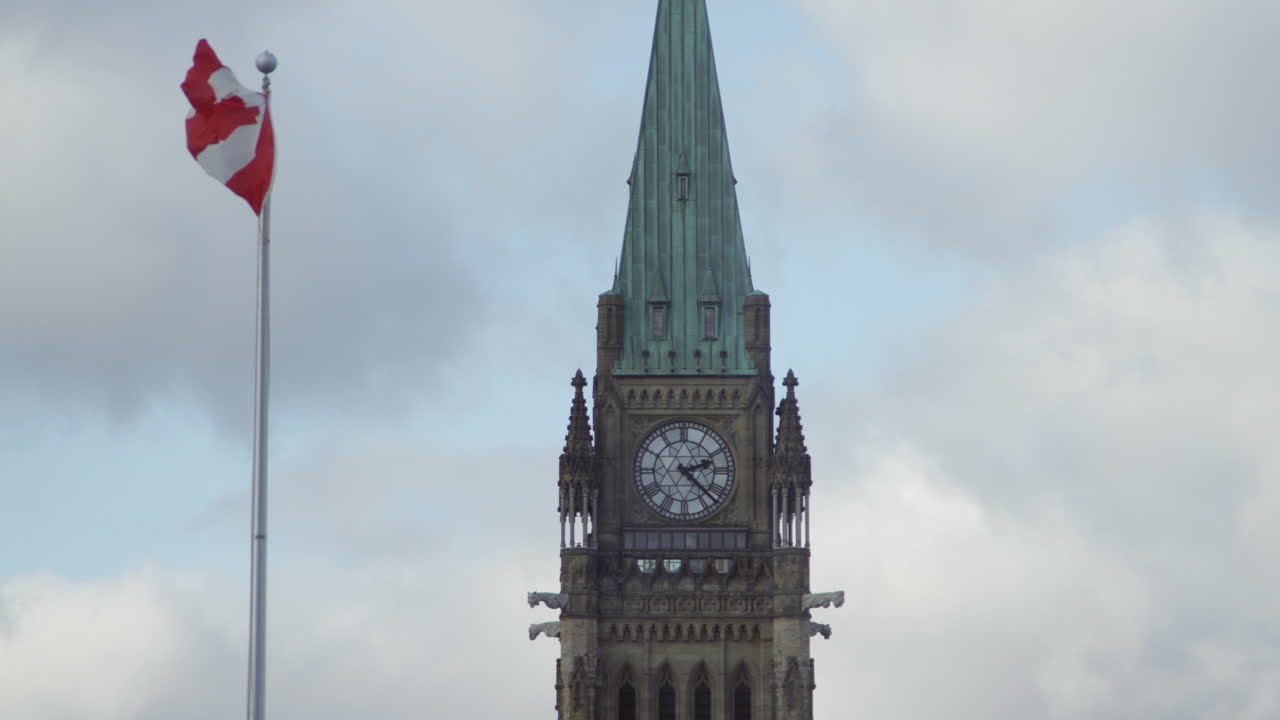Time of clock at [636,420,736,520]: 2:22
